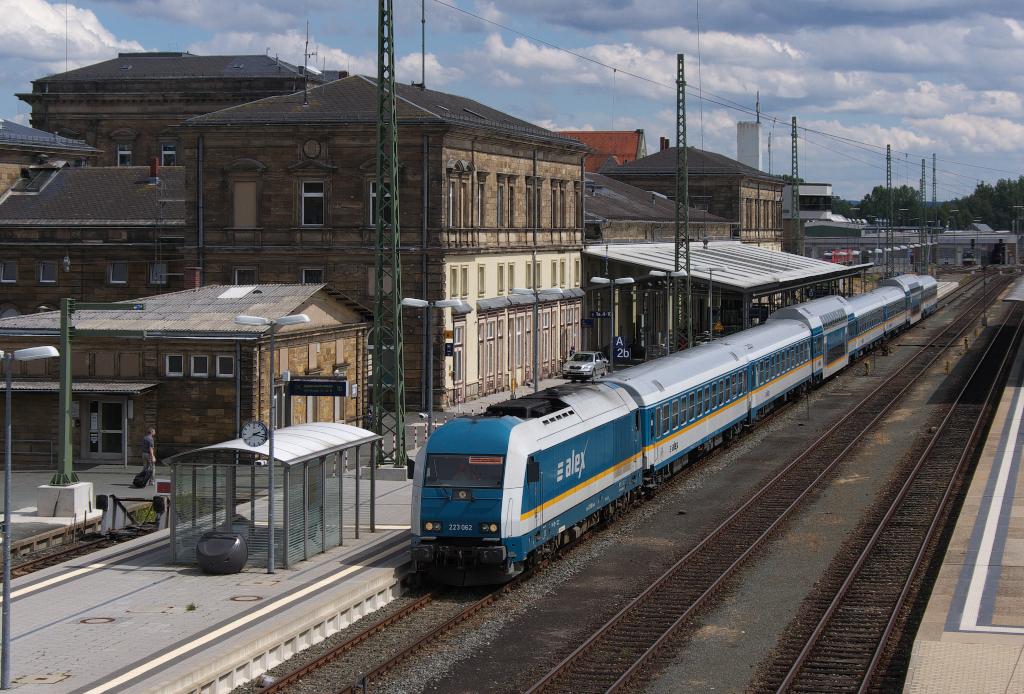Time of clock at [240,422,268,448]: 2:17
